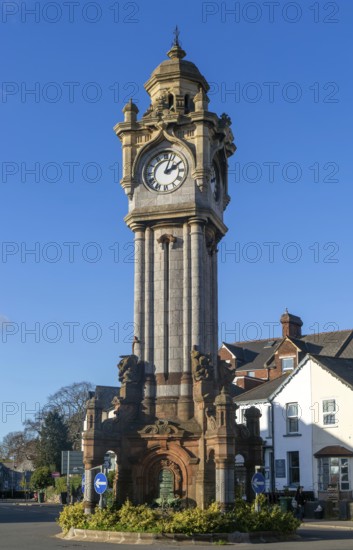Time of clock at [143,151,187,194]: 2:03
